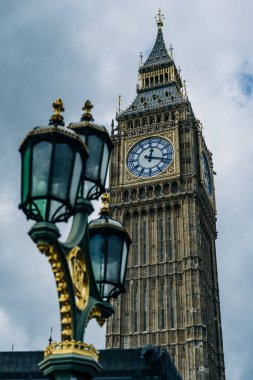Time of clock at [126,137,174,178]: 12:17
